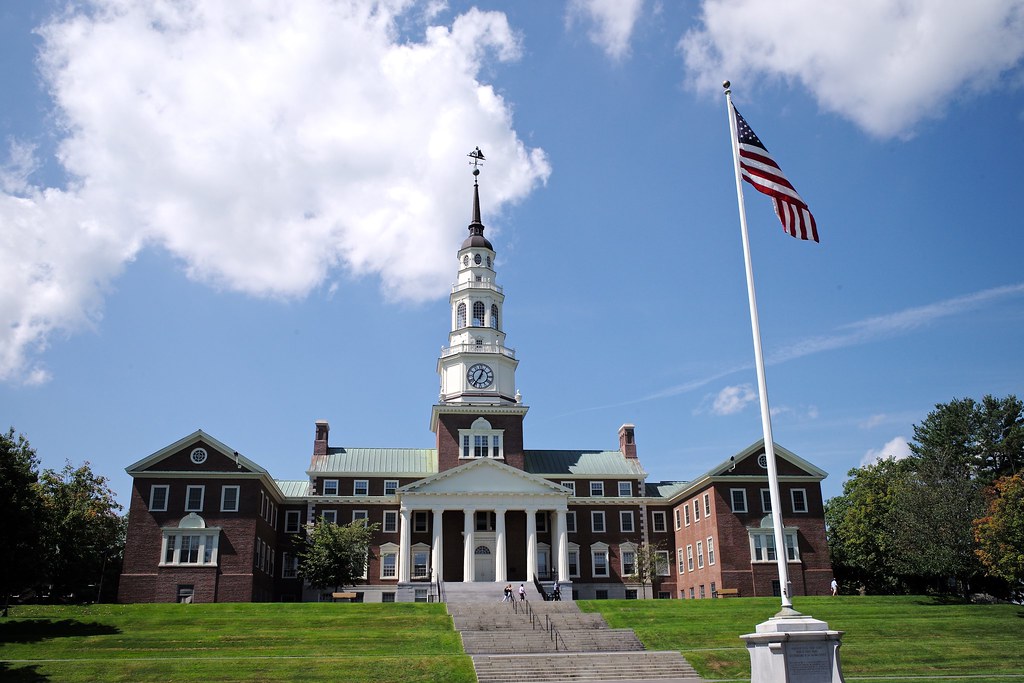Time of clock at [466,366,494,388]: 12:36
